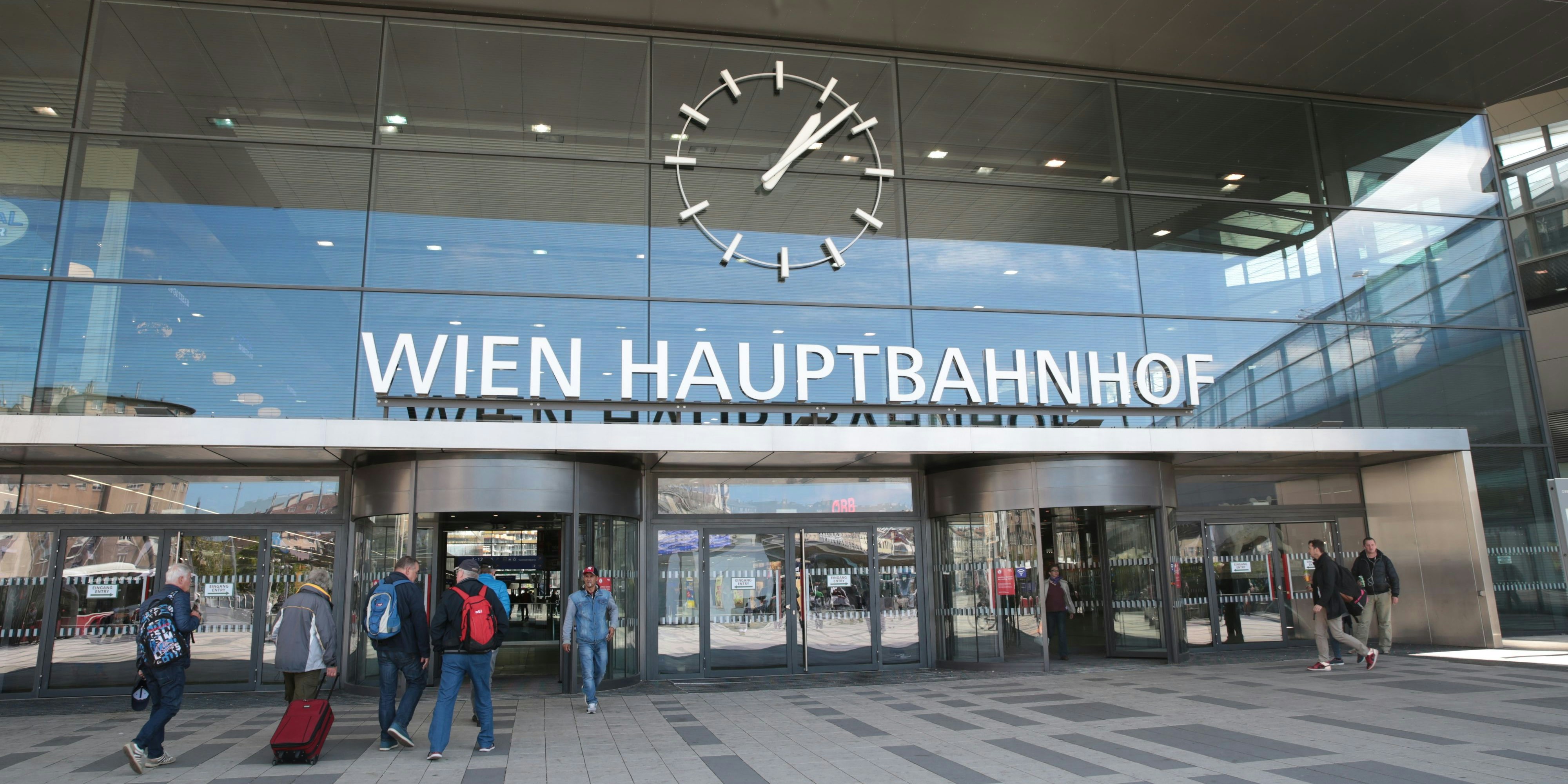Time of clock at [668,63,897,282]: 1:08
